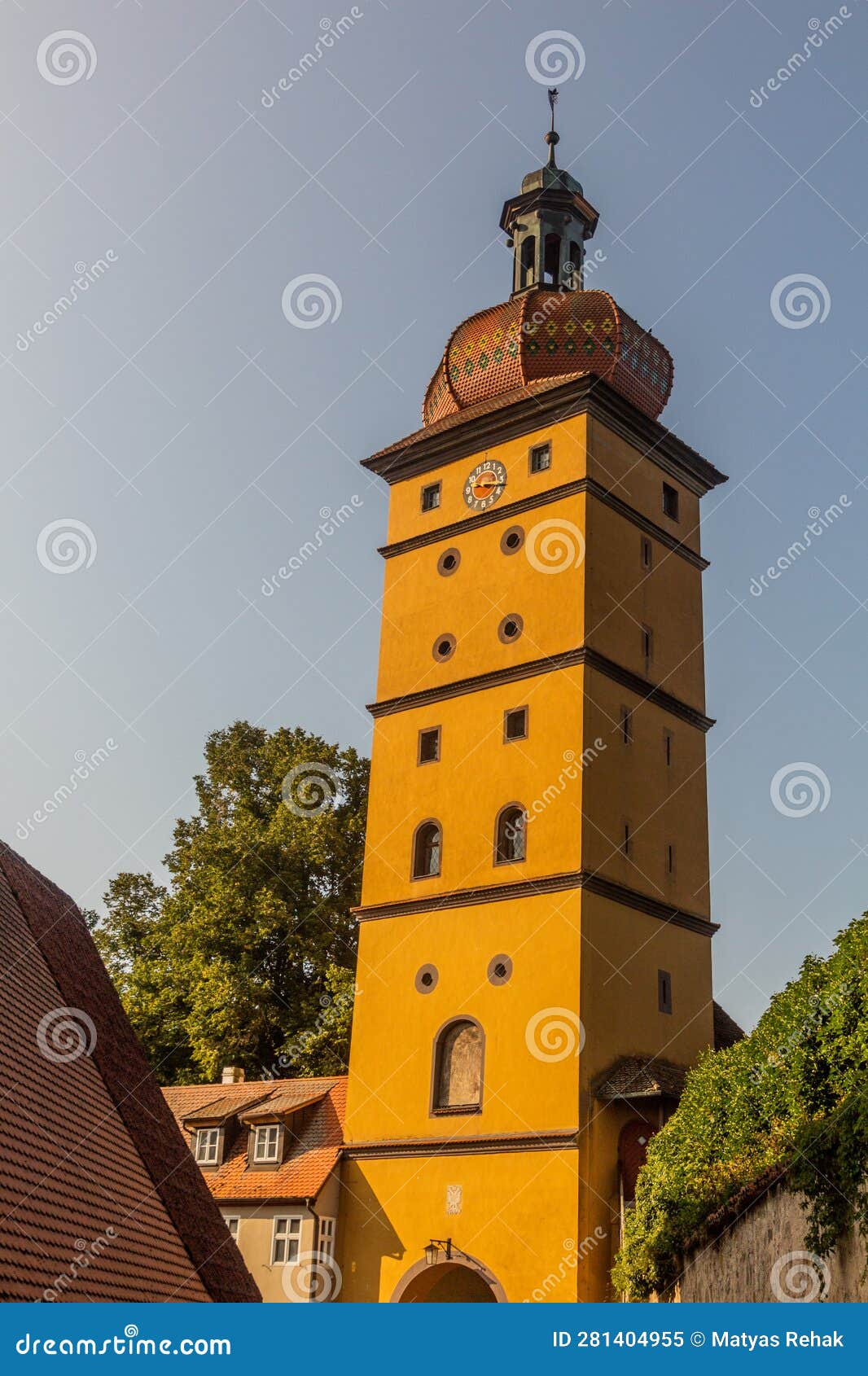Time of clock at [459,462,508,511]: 9:17
